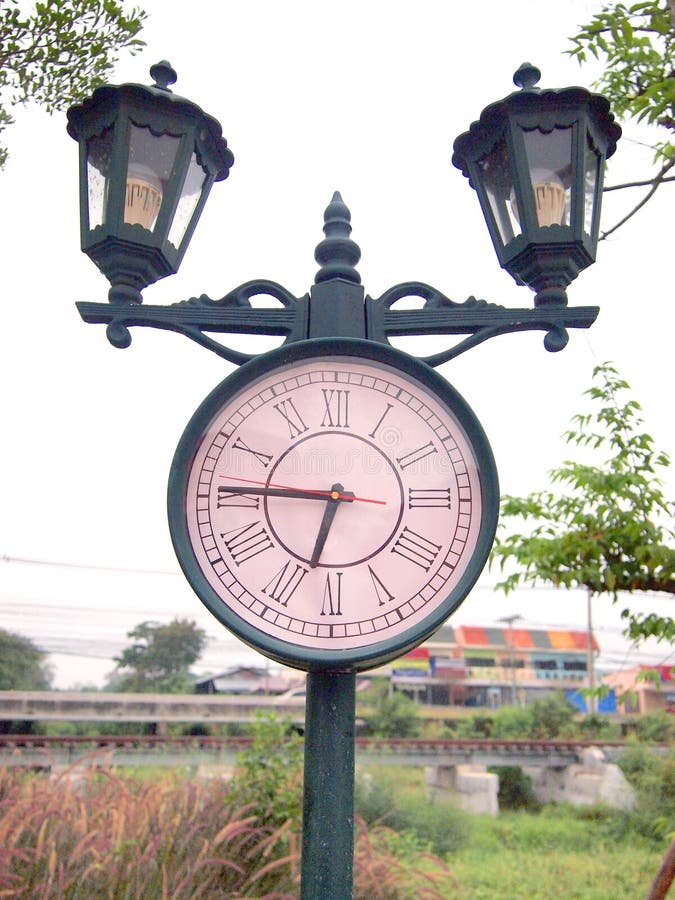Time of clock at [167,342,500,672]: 6:45
